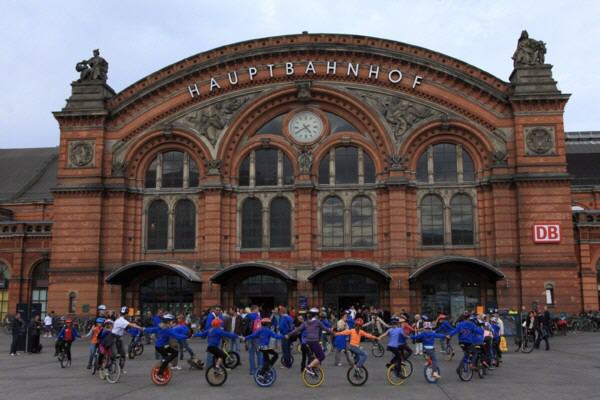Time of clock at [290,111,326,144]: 4:40
